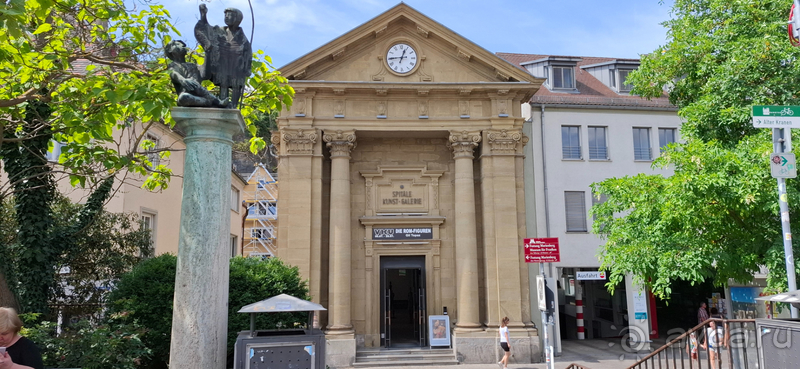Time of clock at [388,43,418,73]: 12:44
